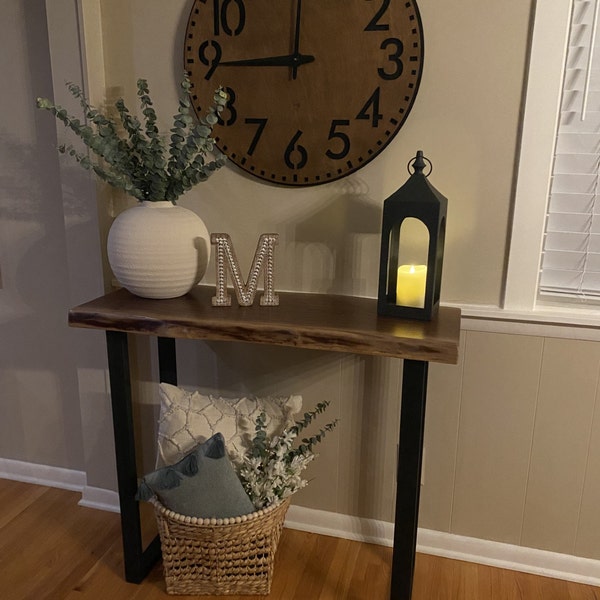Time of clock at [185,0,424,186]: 11:44
